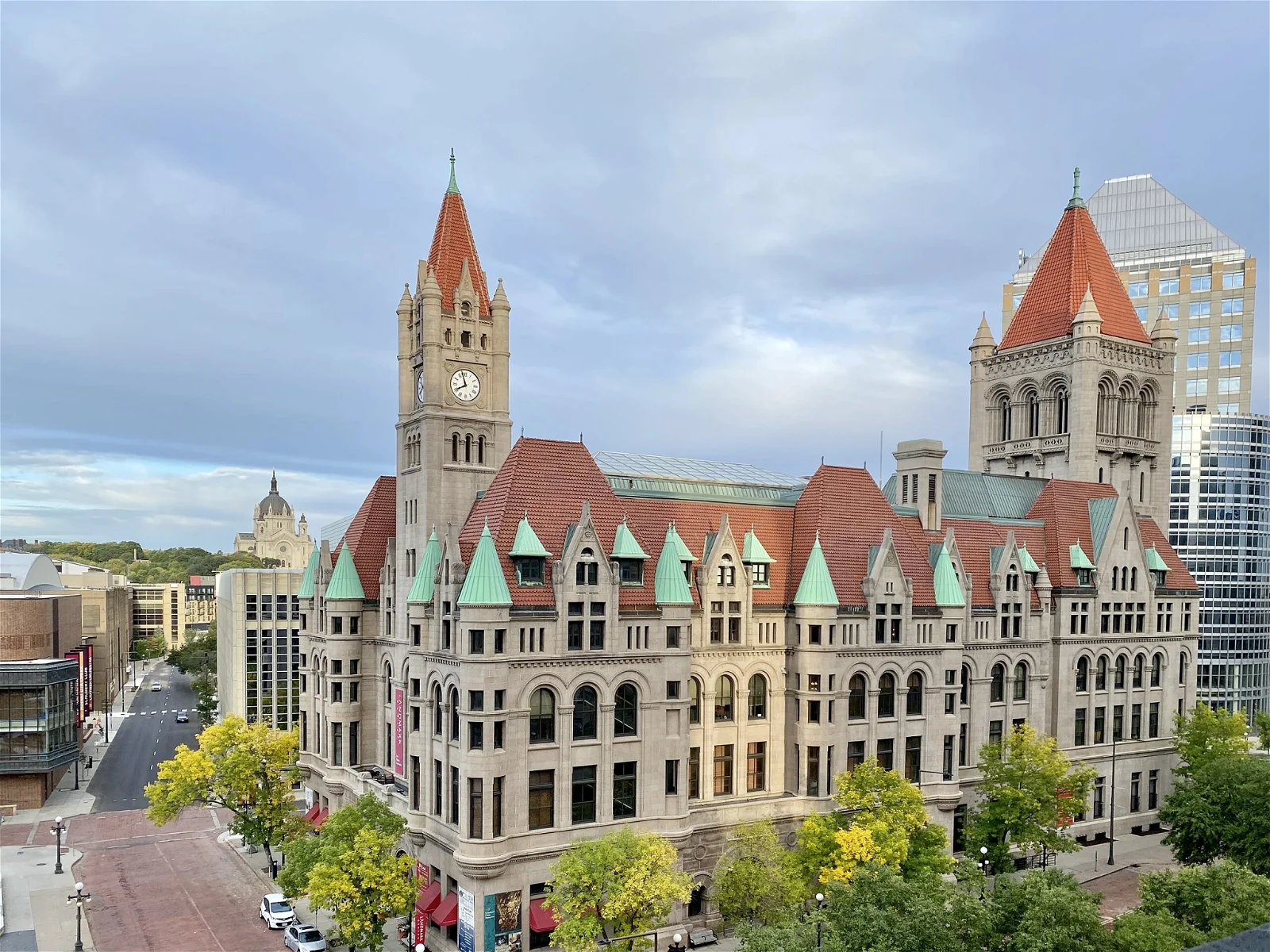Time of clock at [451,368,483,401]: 7:57
